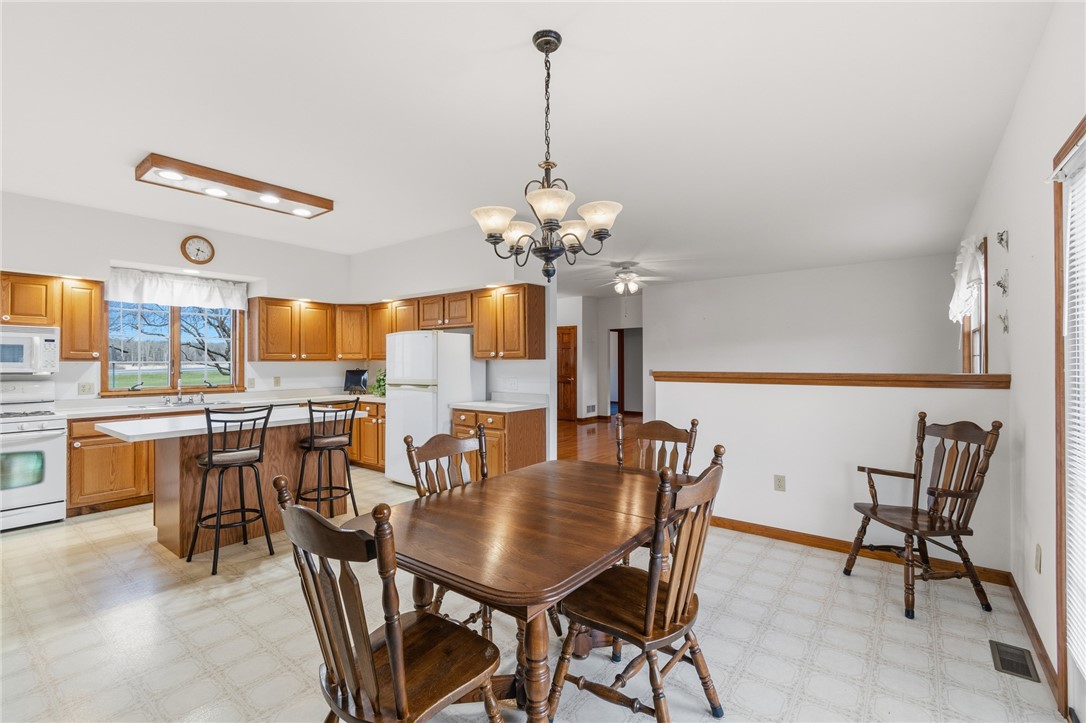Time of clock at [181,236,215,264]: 3:32
